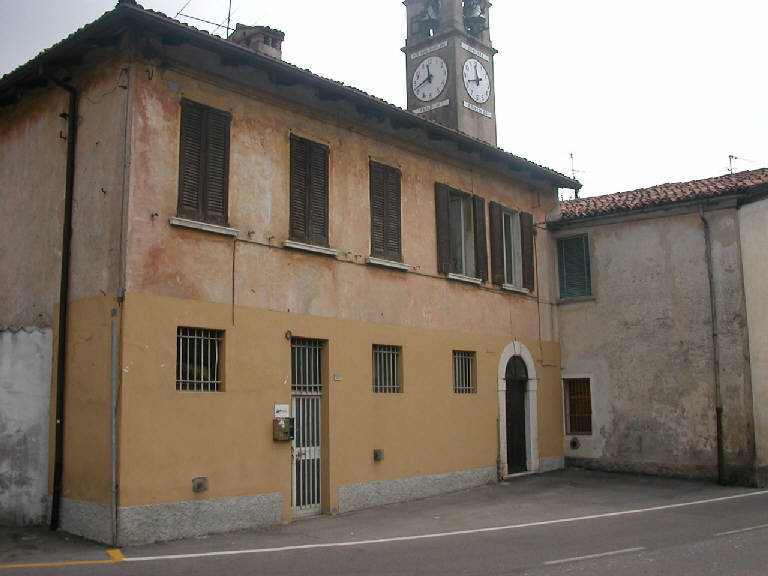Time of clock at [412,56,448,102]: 11:41
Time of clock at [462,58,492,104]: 11:42
